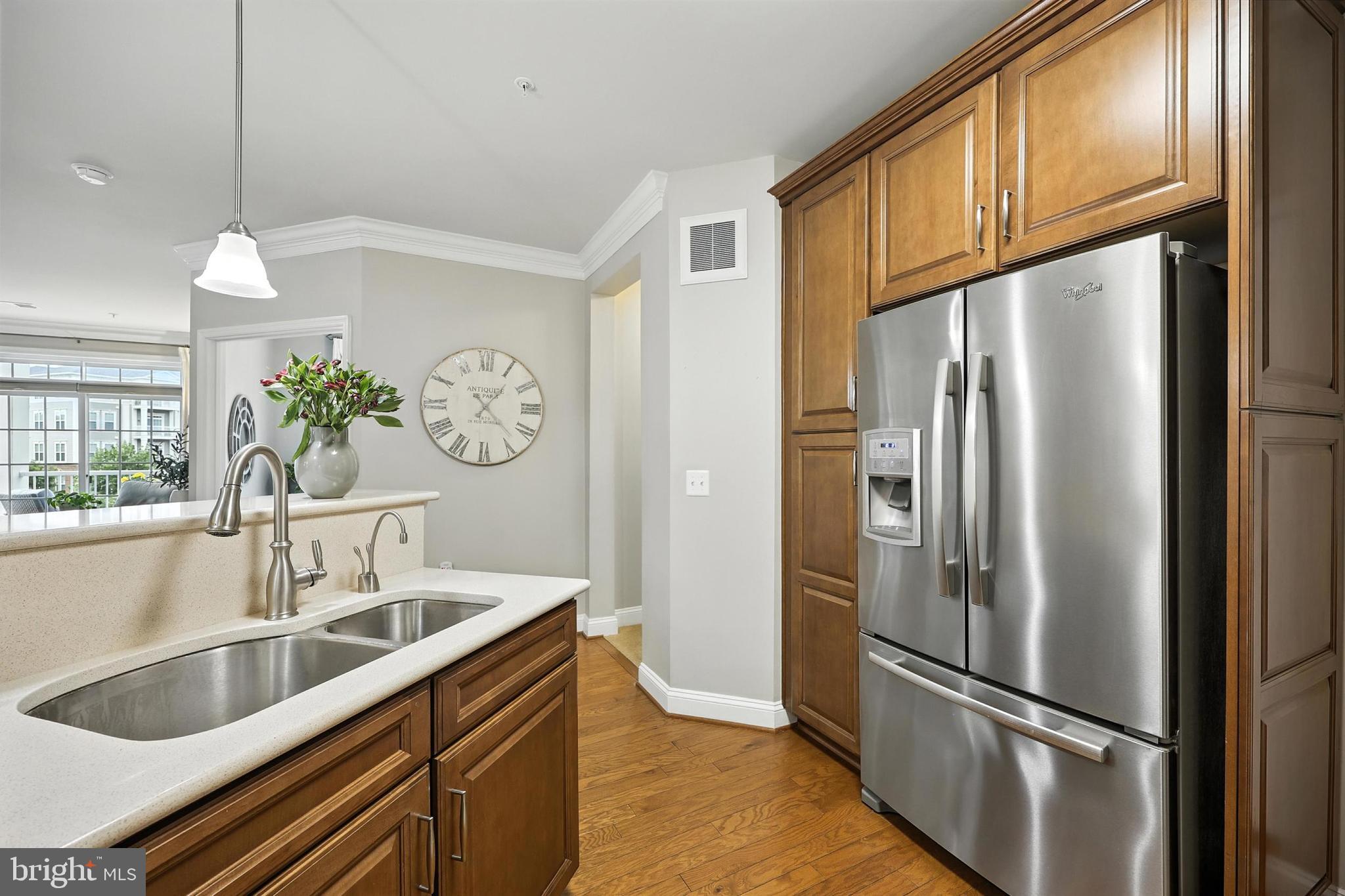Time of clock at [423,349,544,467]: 1:22
